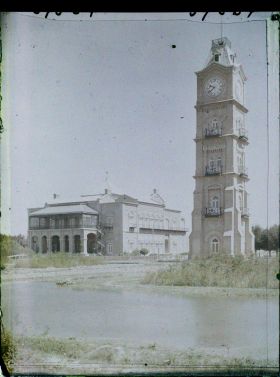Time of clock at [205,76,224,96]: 9:38
